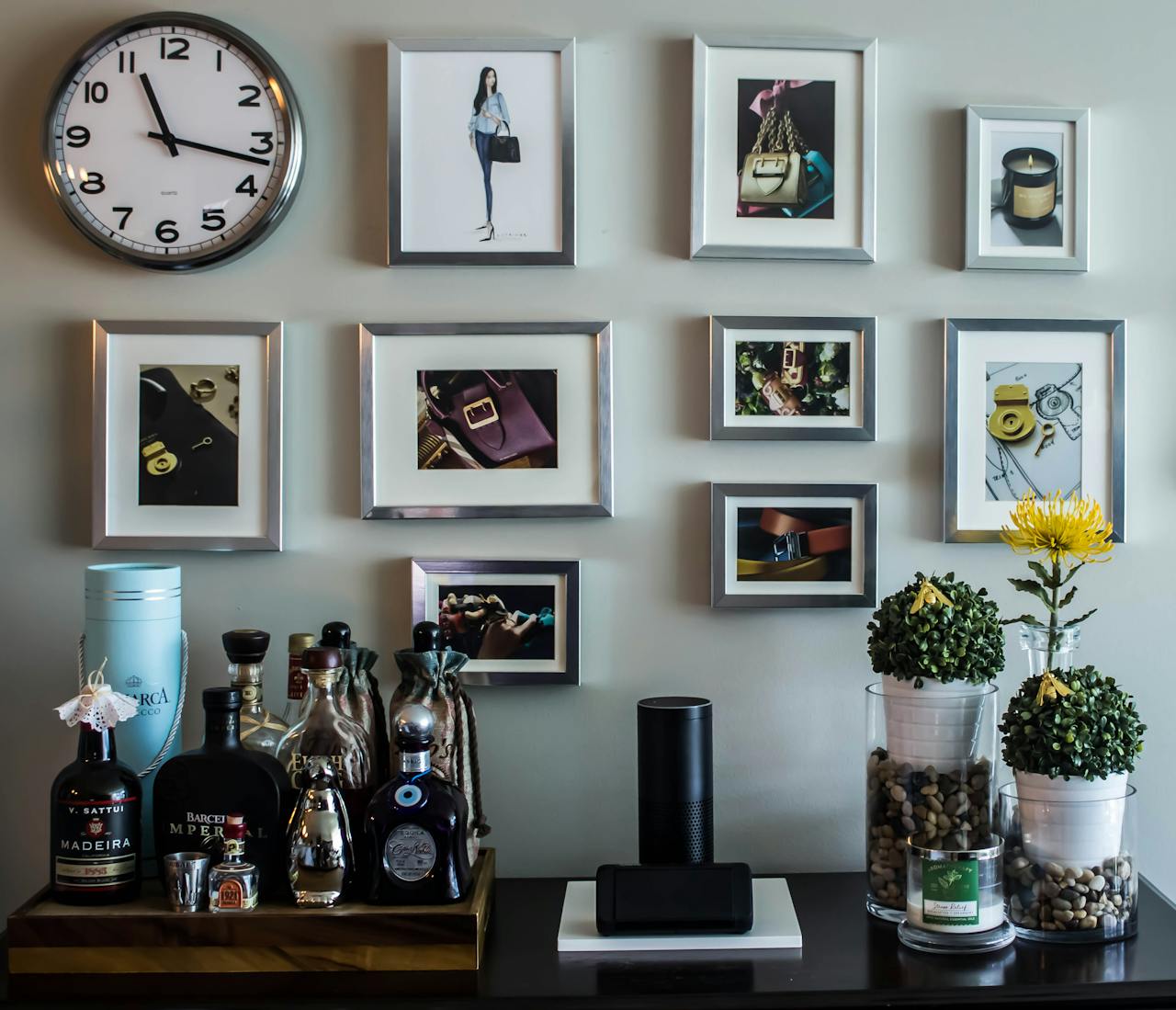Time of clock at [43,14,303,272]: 11:16
